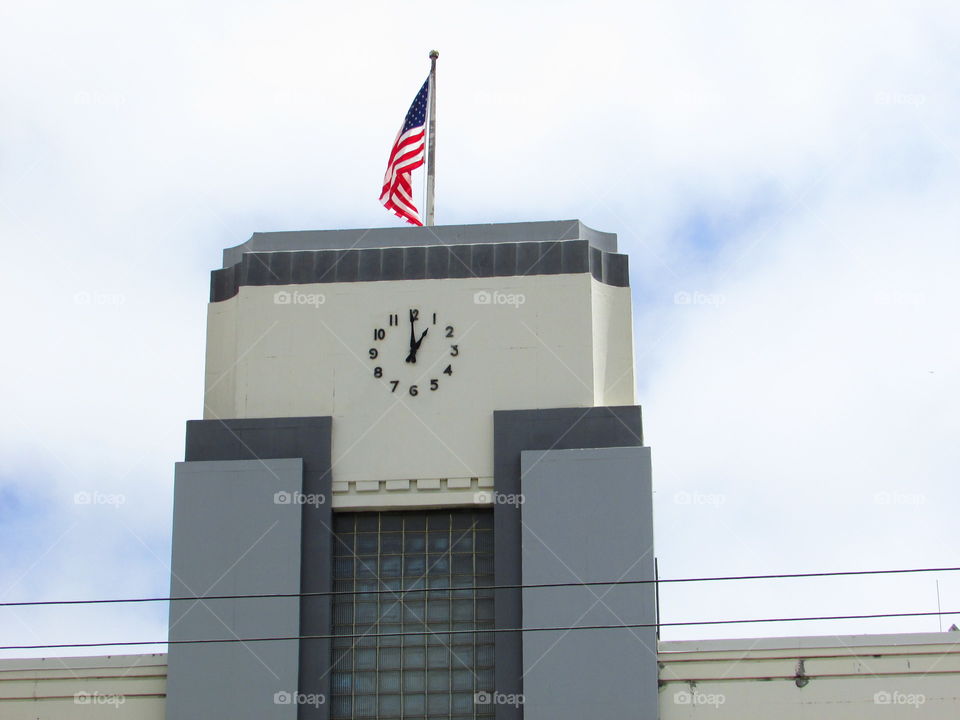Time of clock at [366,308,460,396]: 12:59
